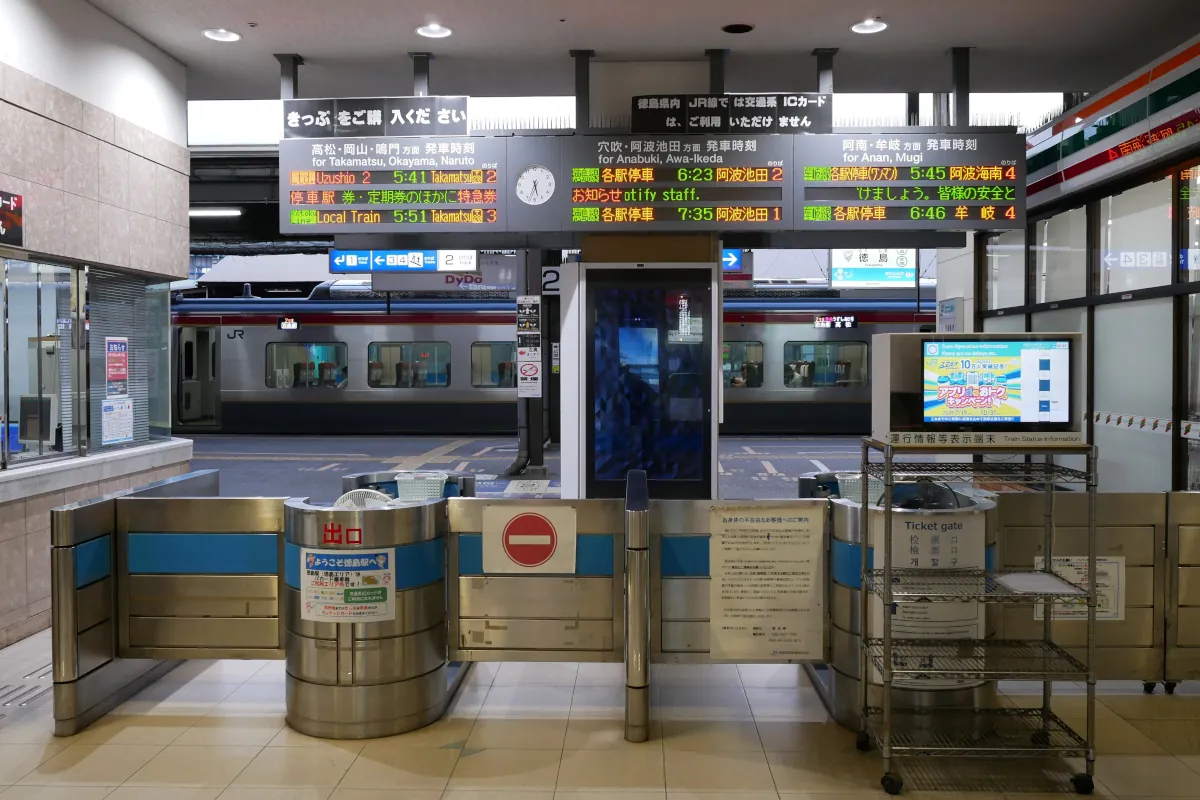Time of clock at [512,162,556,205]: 5:33
